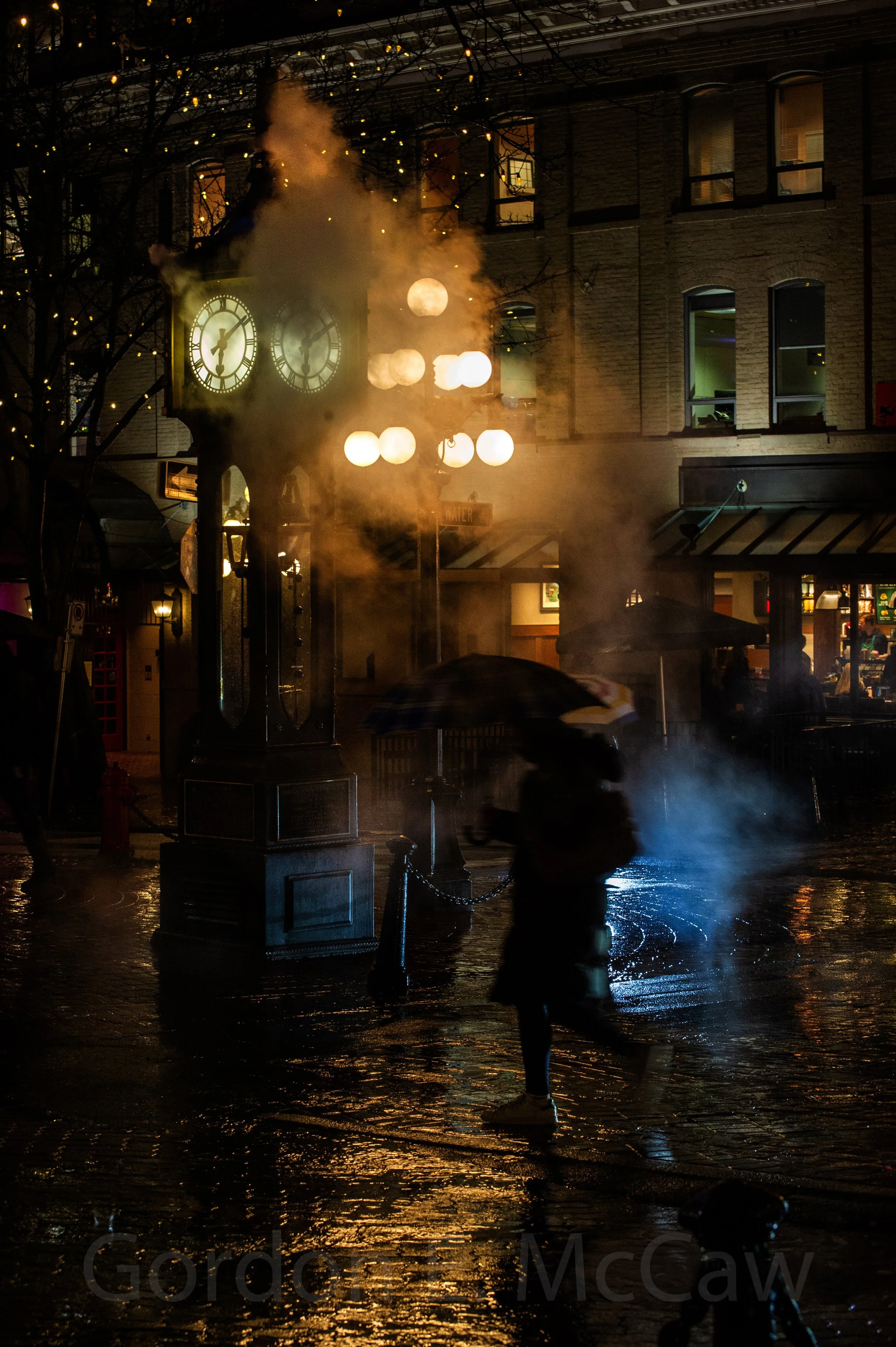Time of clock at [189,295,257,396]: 6:08
